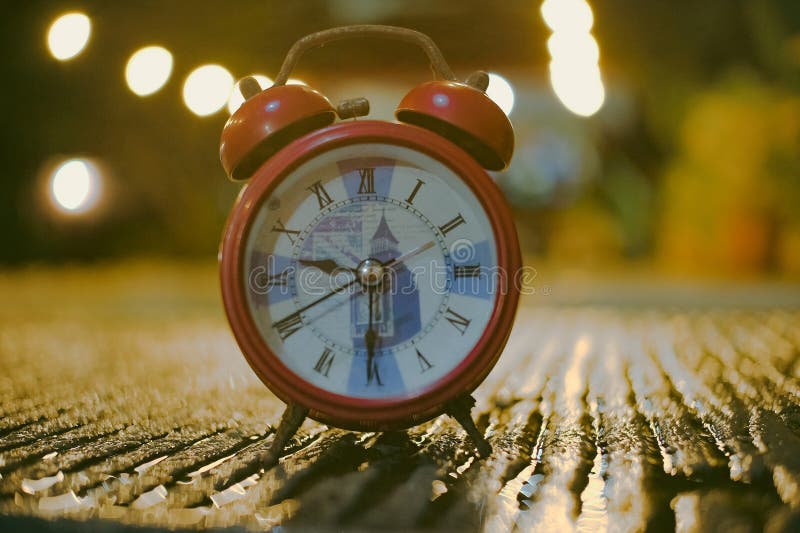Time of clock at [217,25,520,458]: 9:30
